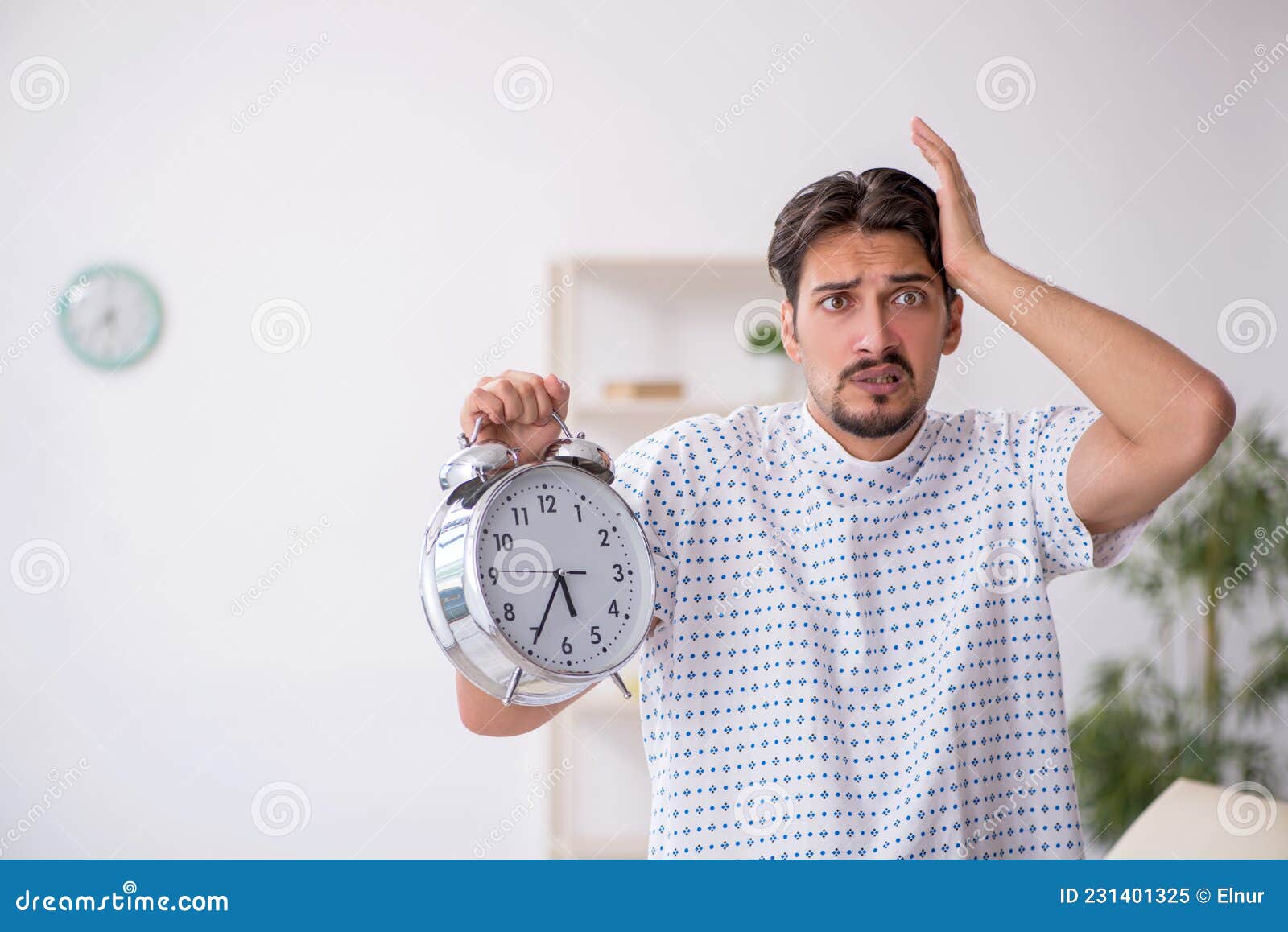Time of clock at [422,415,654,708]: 5:34
